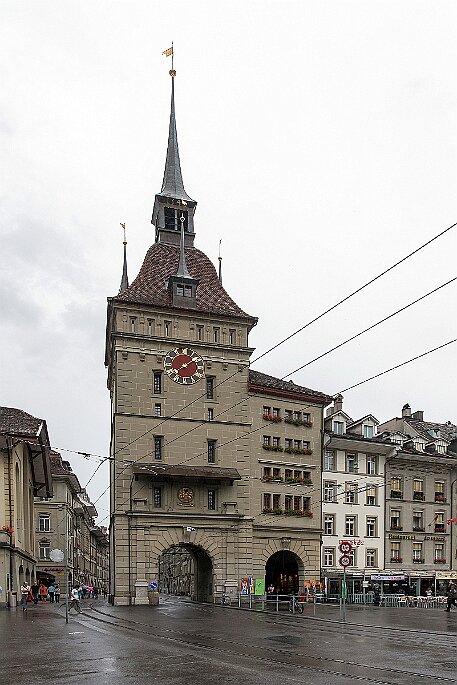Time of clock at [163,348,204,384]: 1:39
